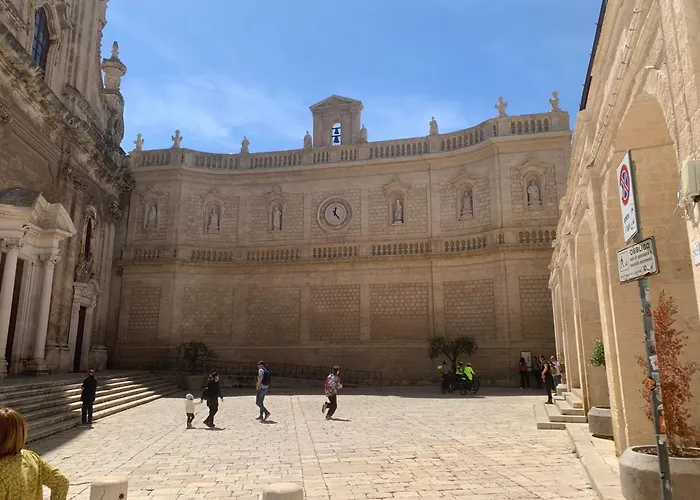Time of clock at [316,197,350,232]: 12:23
